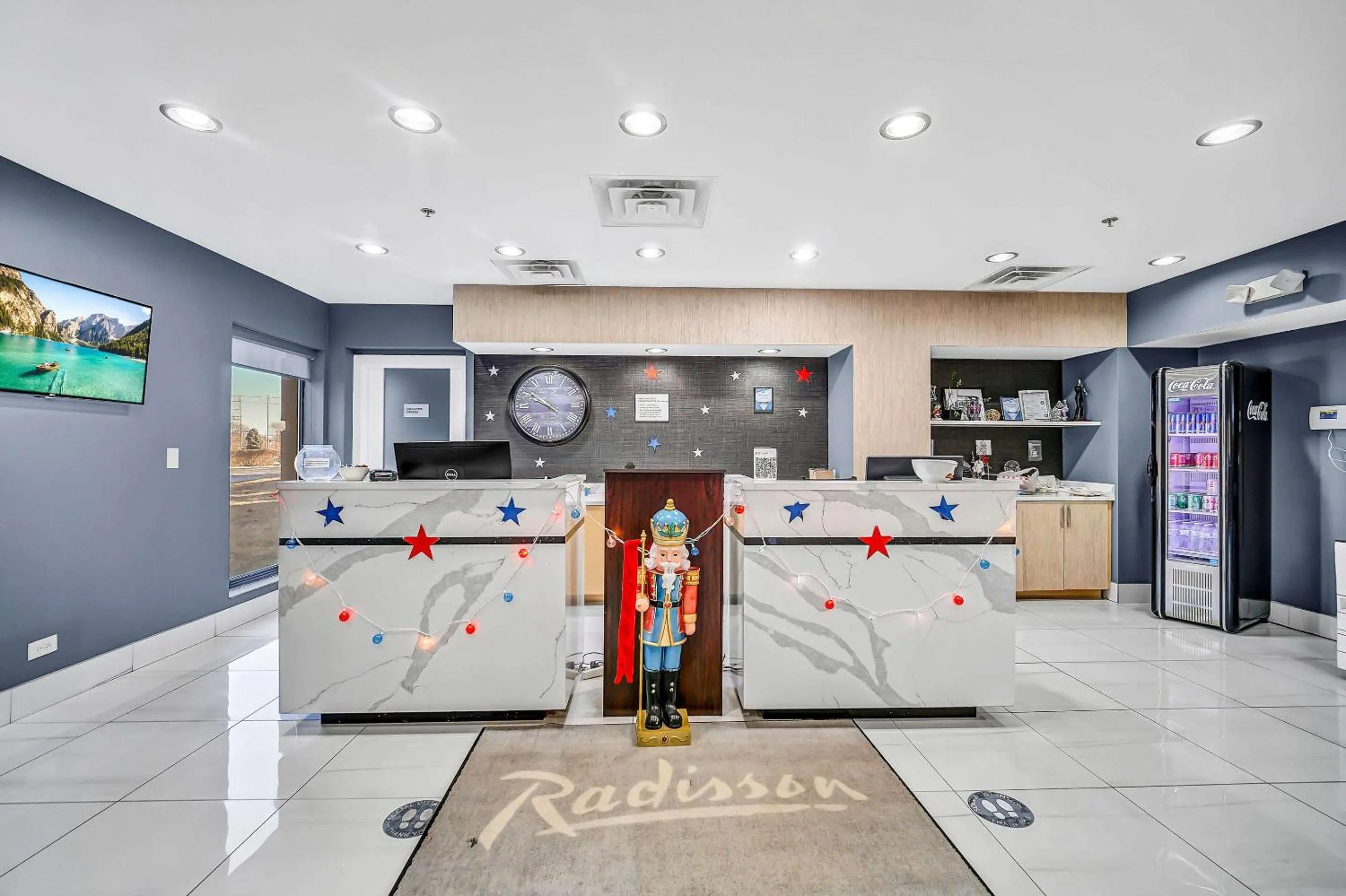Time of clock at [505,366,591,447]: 9:50
